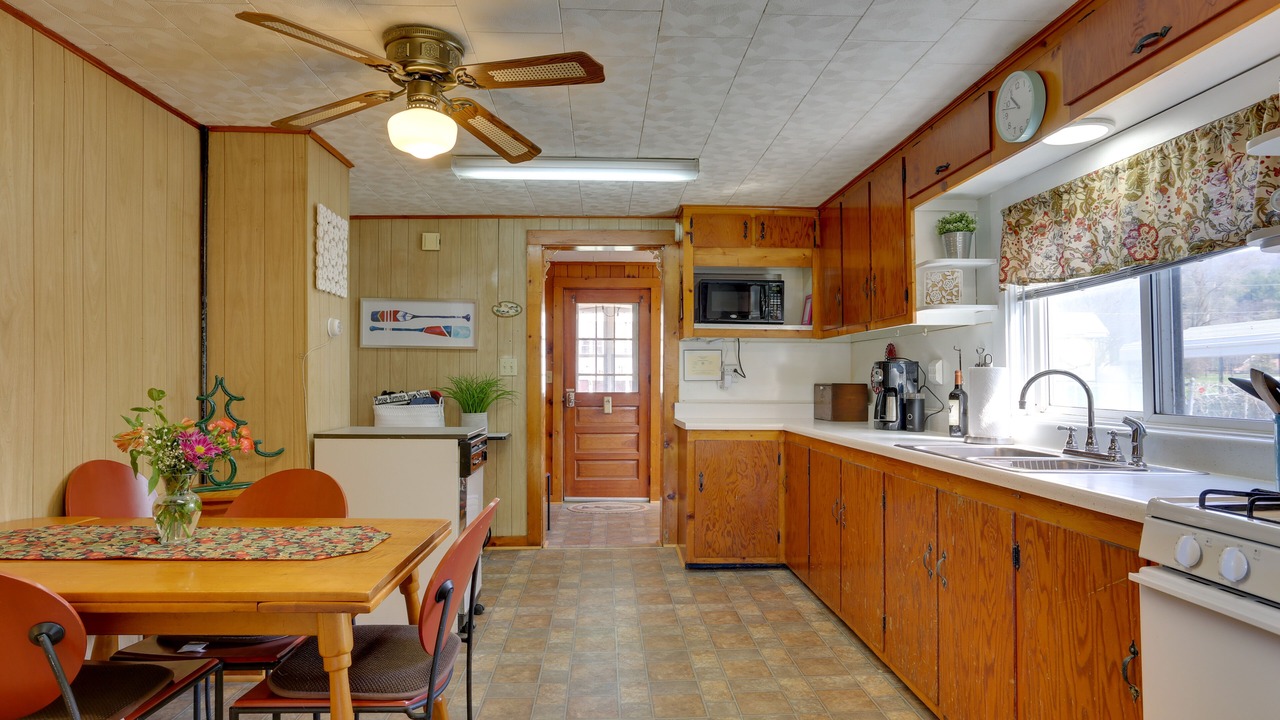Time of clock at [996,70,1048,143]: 10:47
